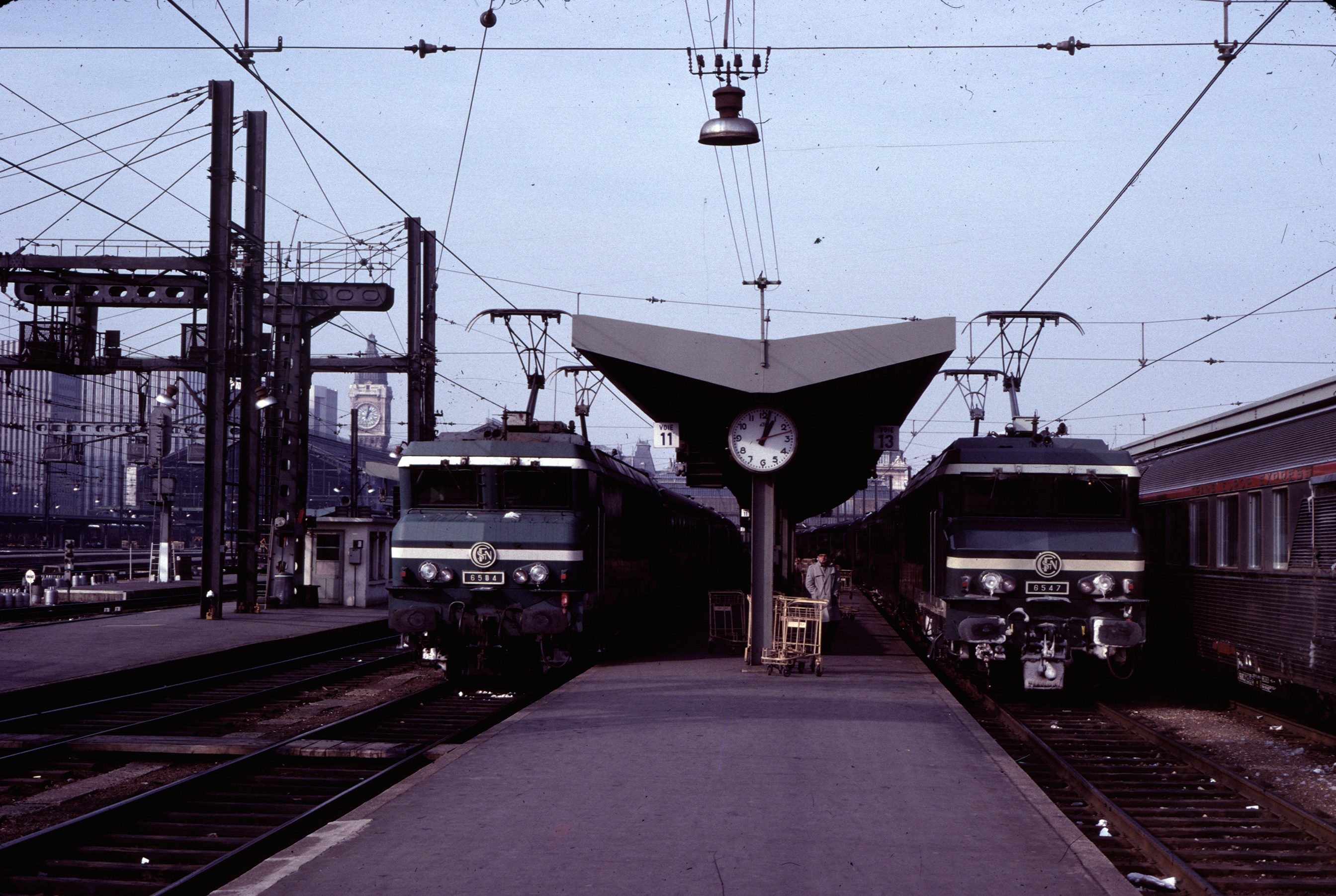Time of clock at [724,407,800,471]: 1:02
